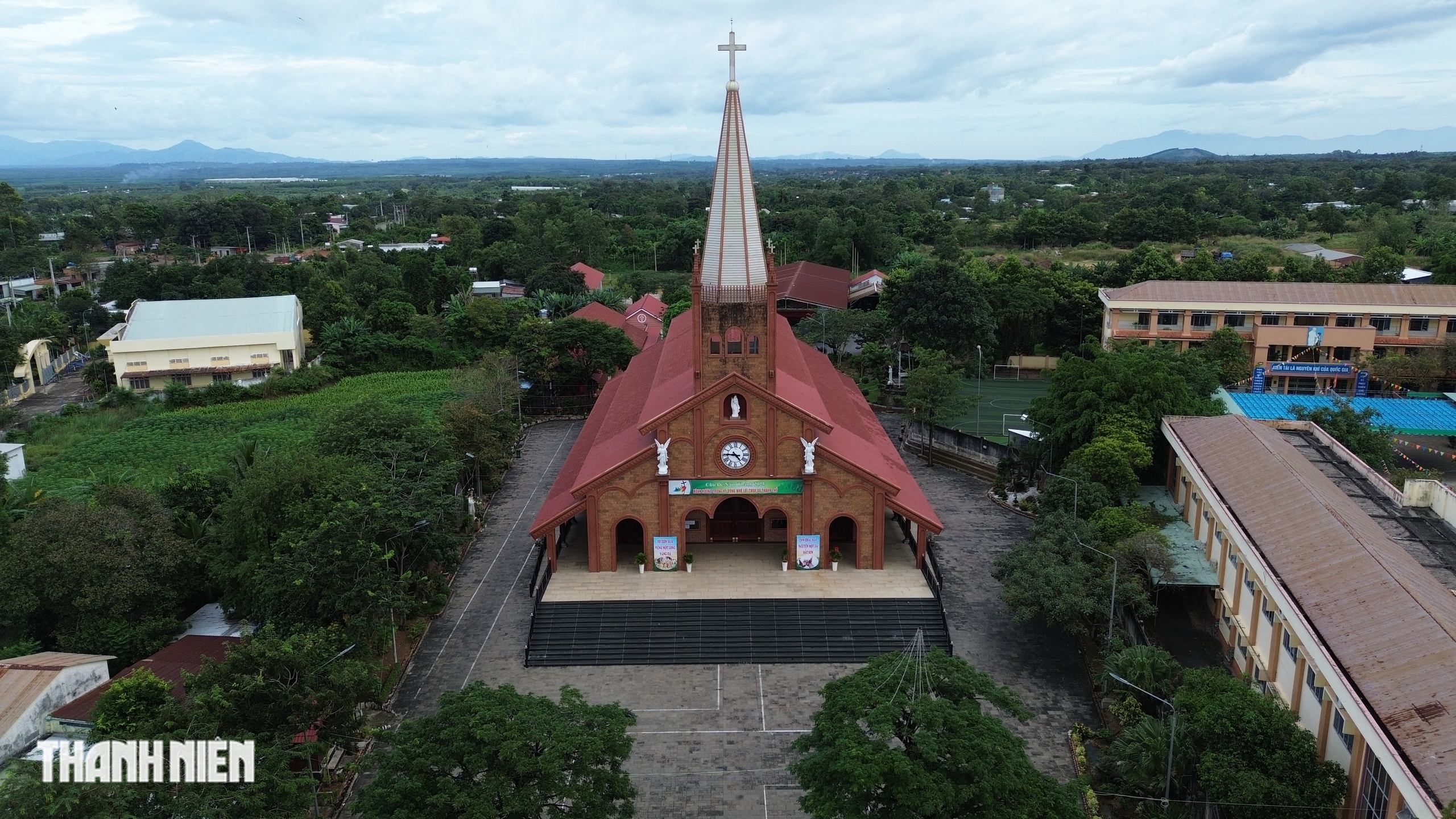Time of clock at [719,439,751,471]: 4:45
